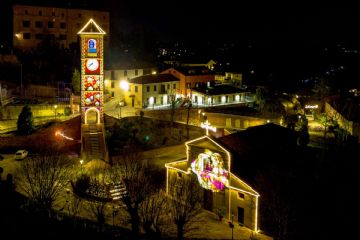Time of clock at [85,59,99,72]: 8:38
